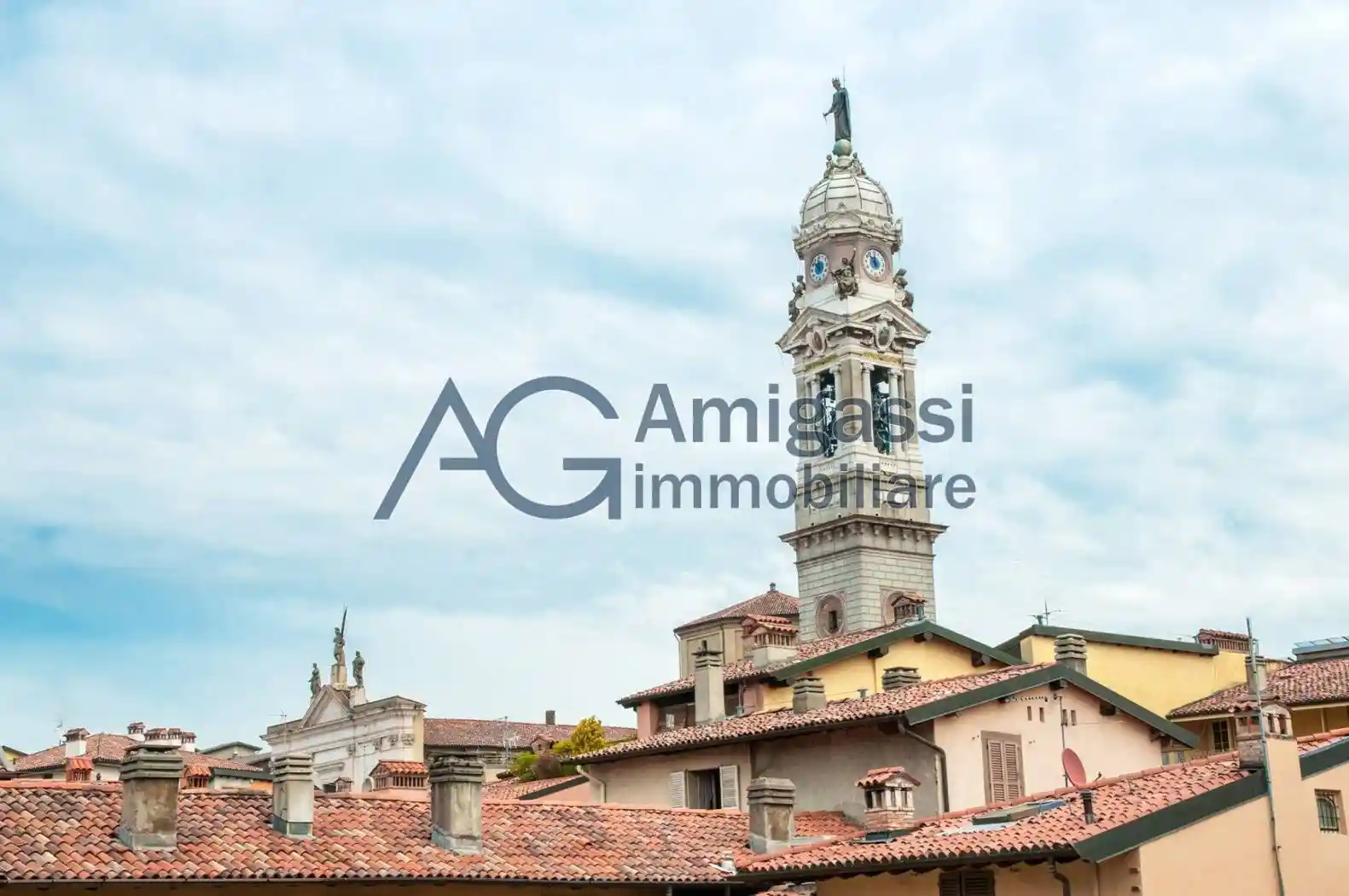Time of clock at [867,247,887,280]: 11:52
